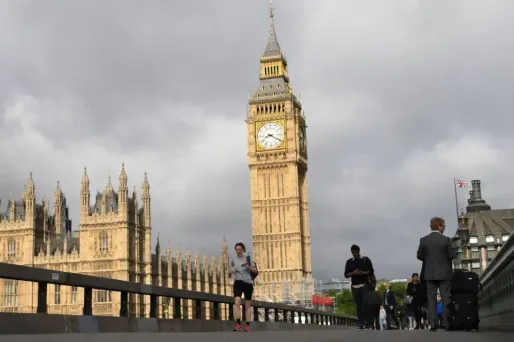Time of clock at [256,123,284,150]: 8:20
